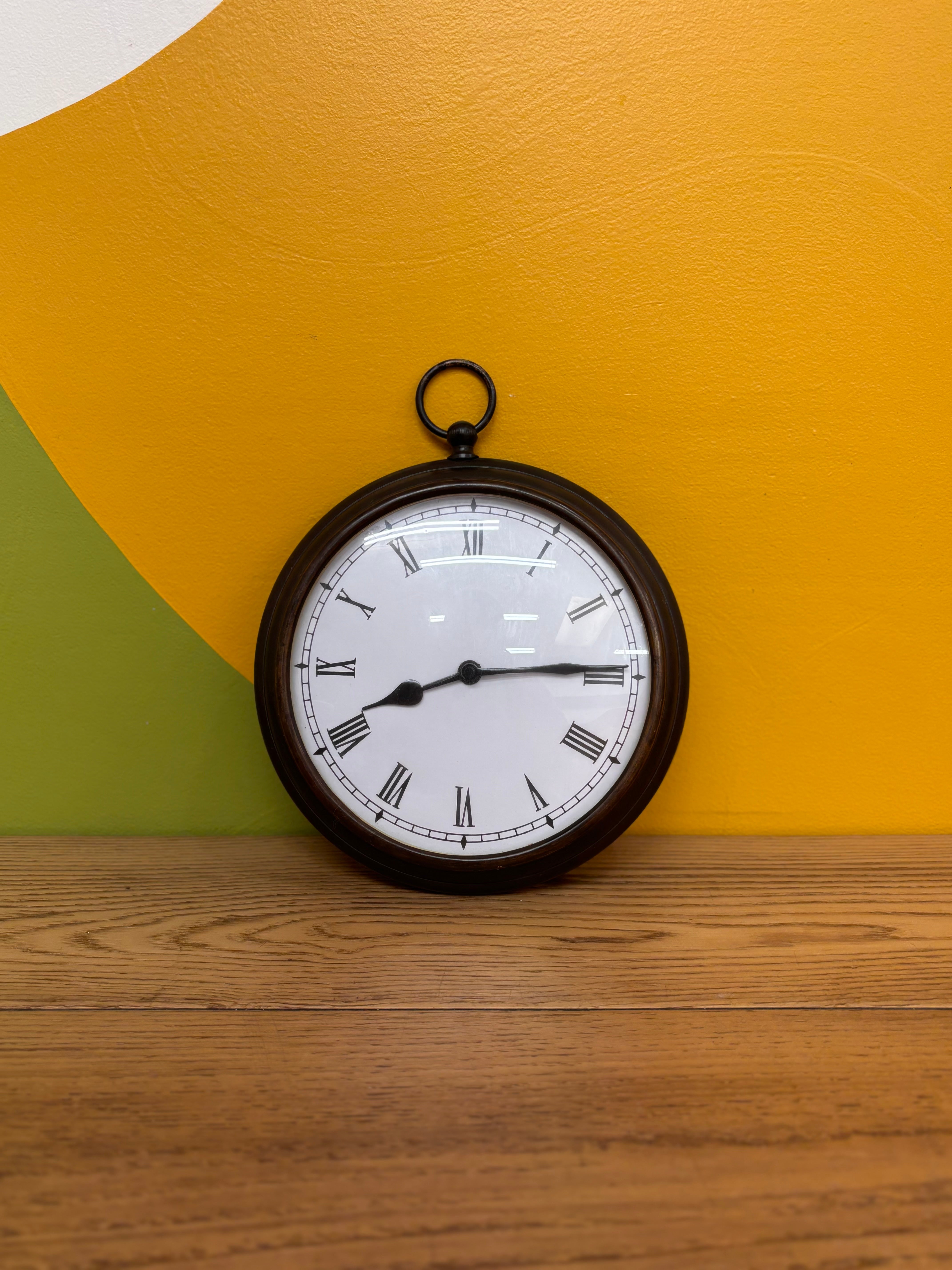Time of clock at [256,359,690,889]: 8:14
